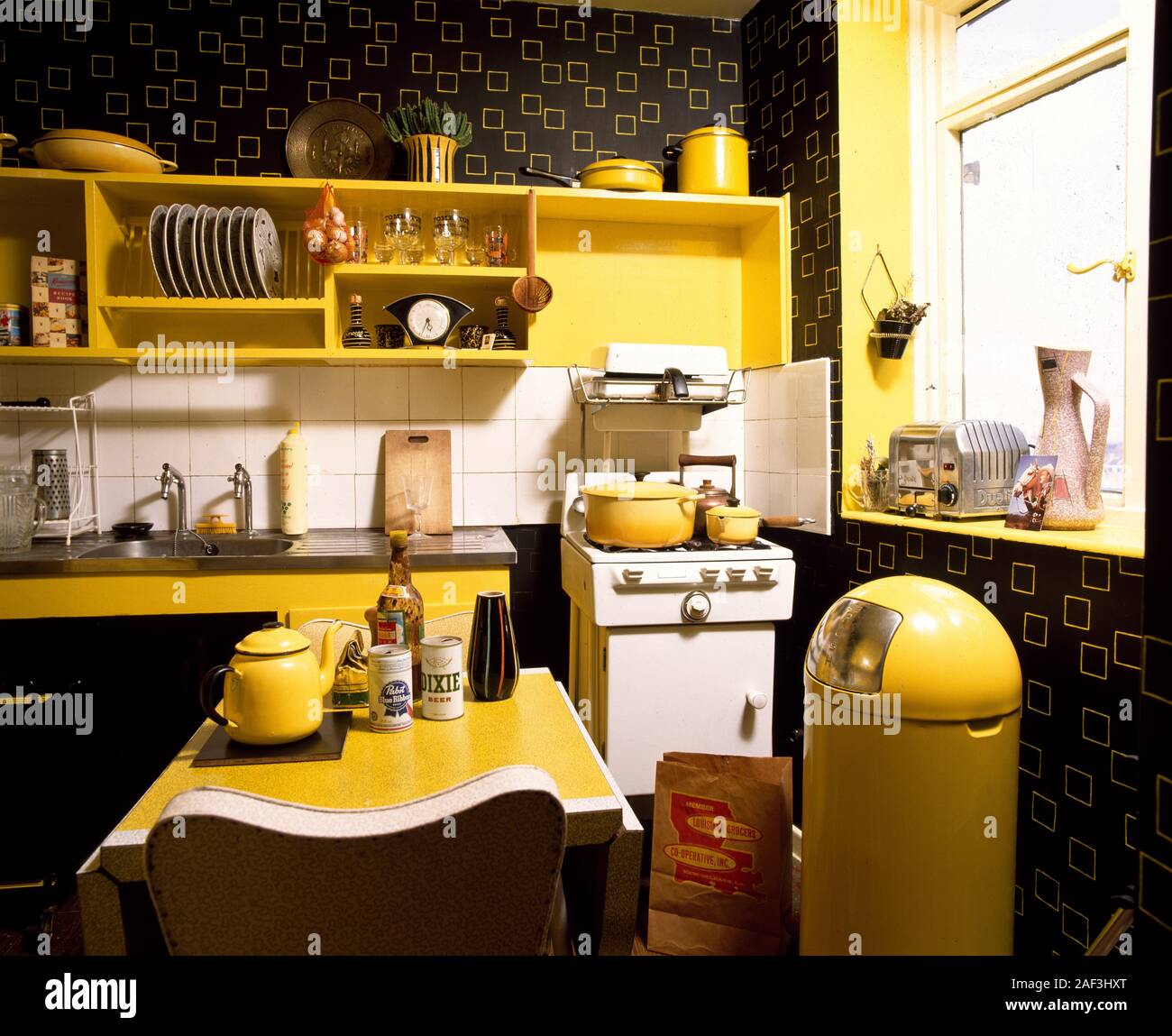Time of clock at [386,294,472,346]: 5:33
